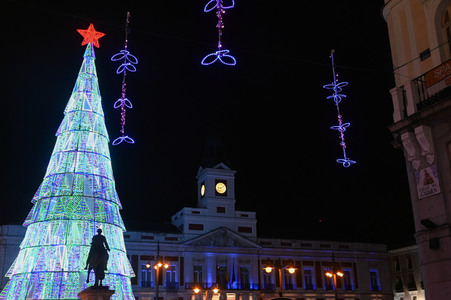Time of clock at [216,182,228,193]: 9:11
